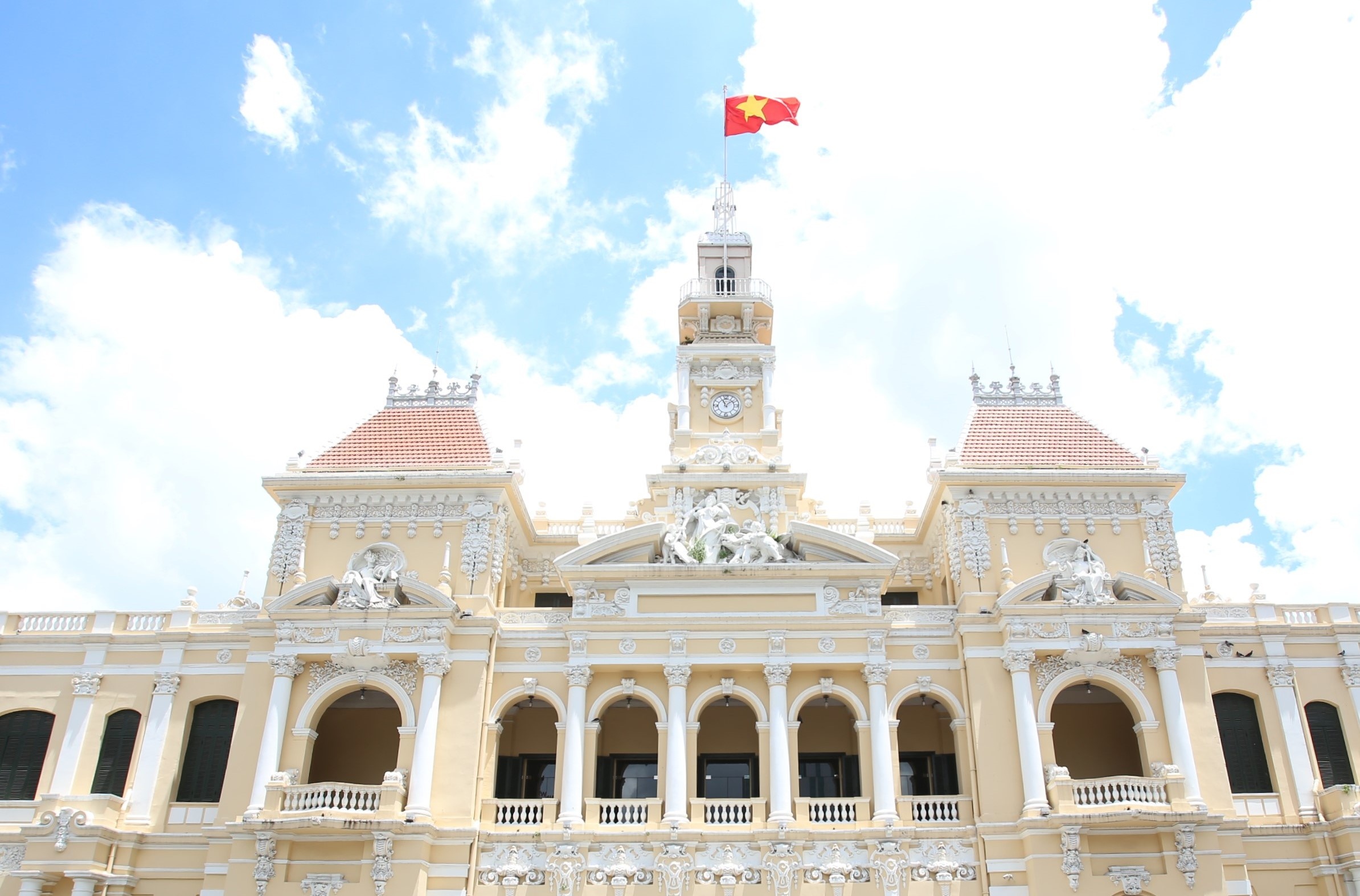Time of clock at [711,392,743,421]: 11:08
